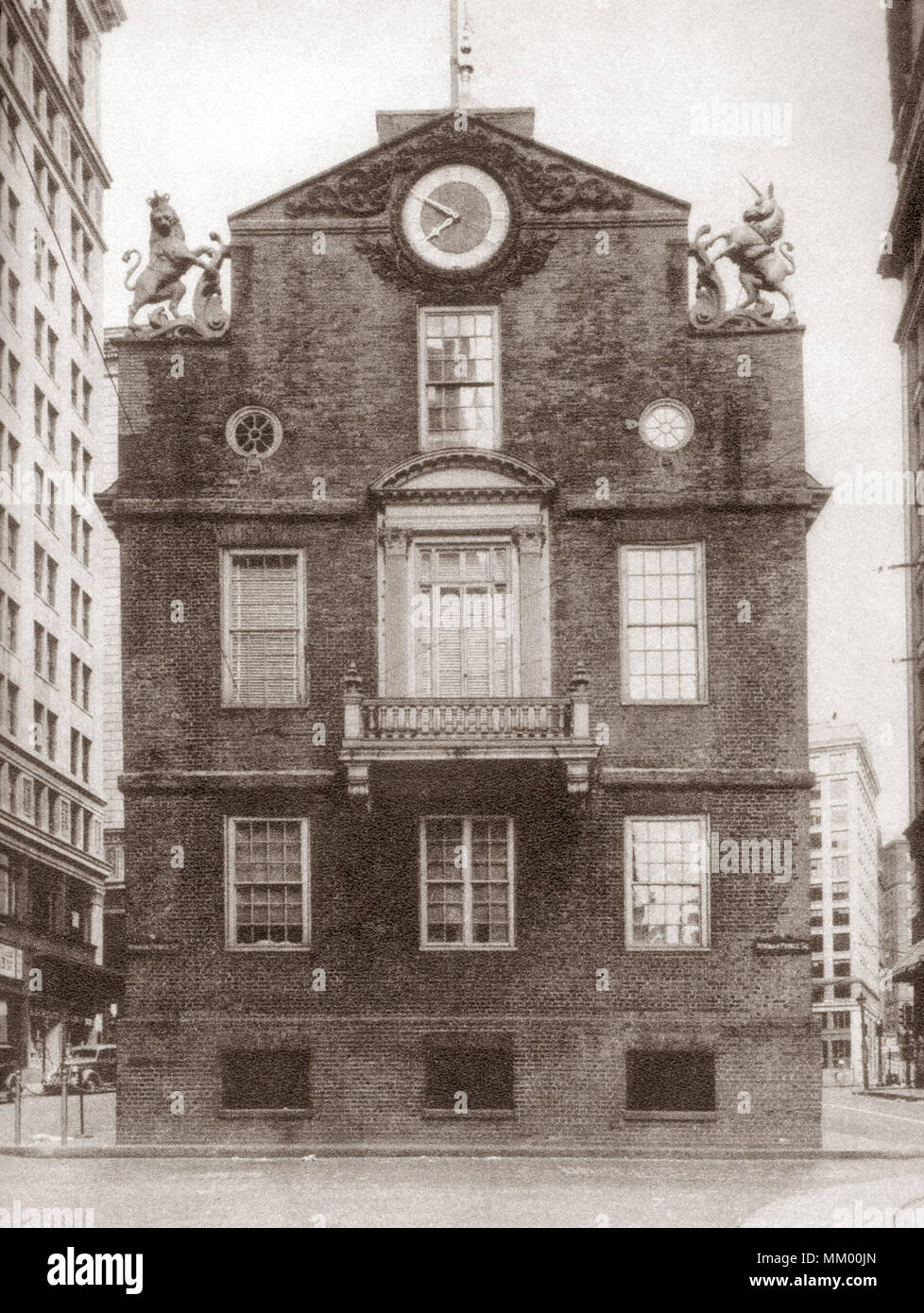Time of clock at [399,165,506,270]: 7:49
